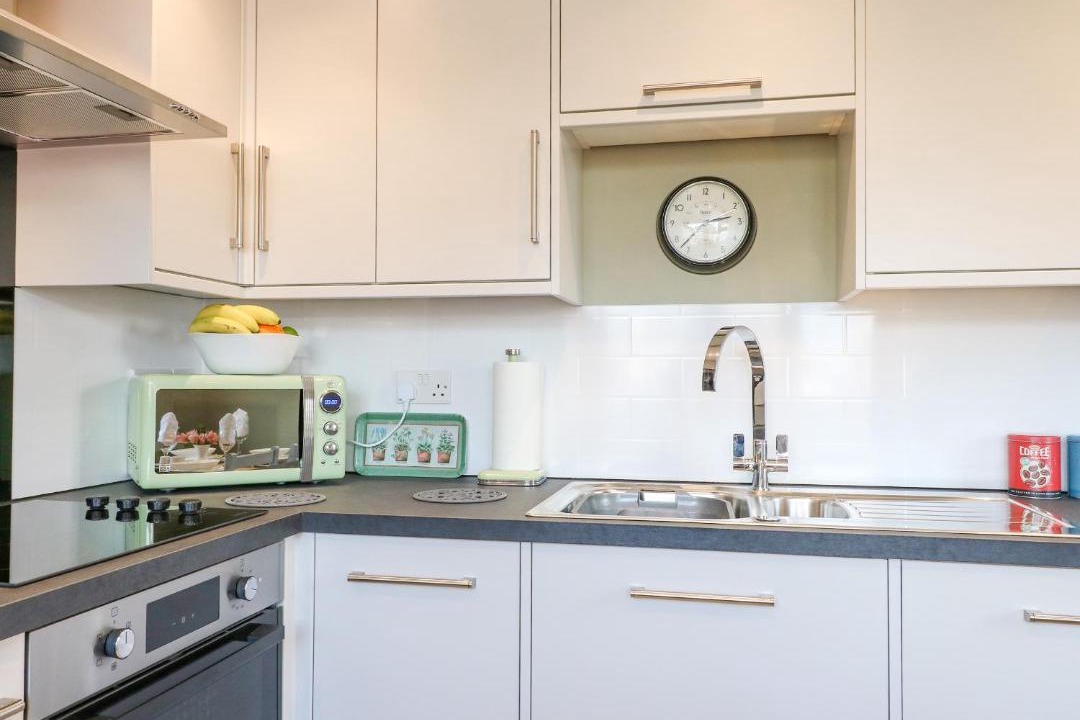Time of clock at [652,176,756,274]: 2:37
